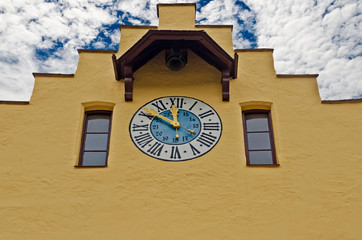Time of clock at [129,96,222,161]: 11:49
